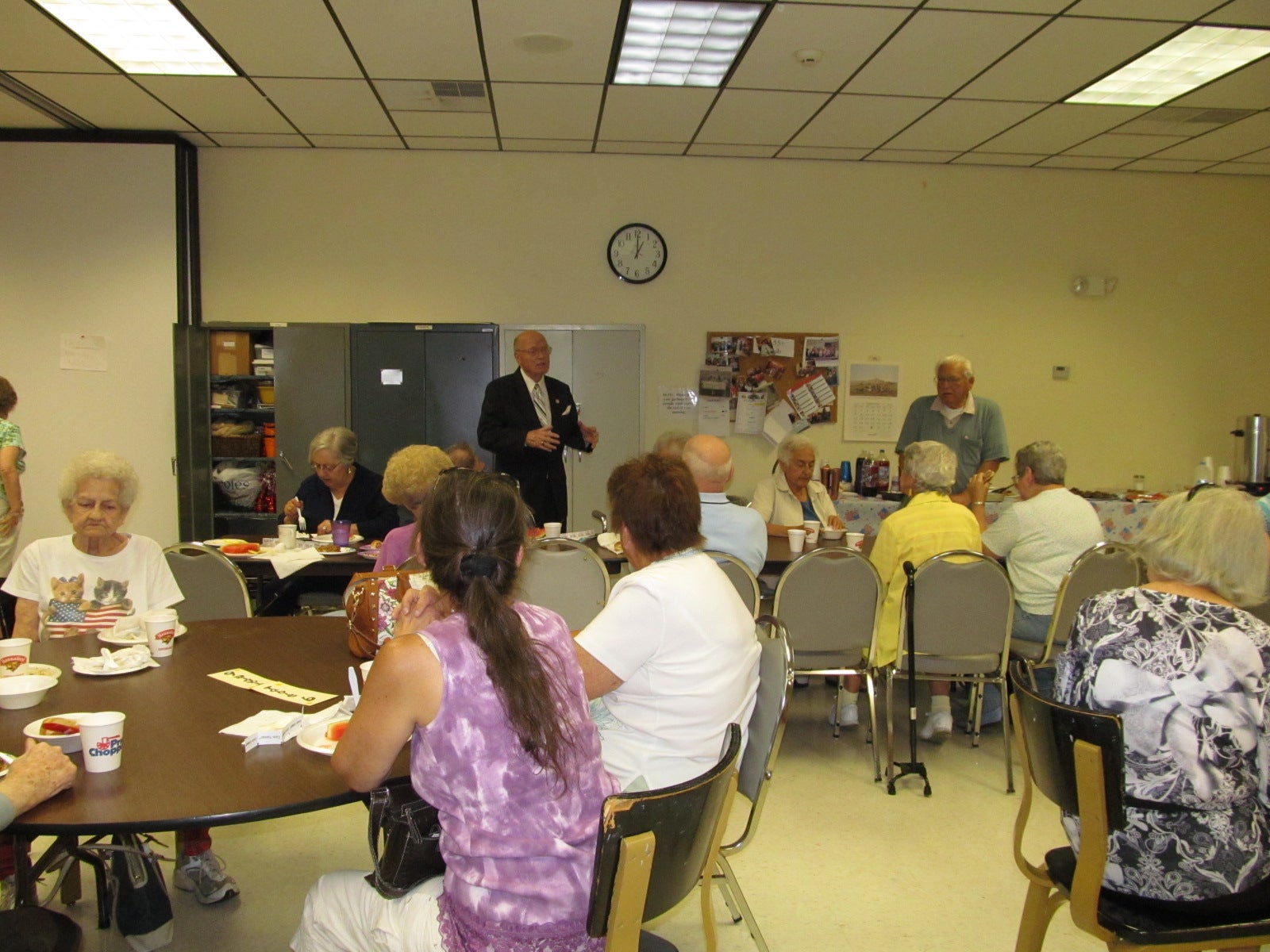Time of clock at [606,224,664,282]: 1:00
